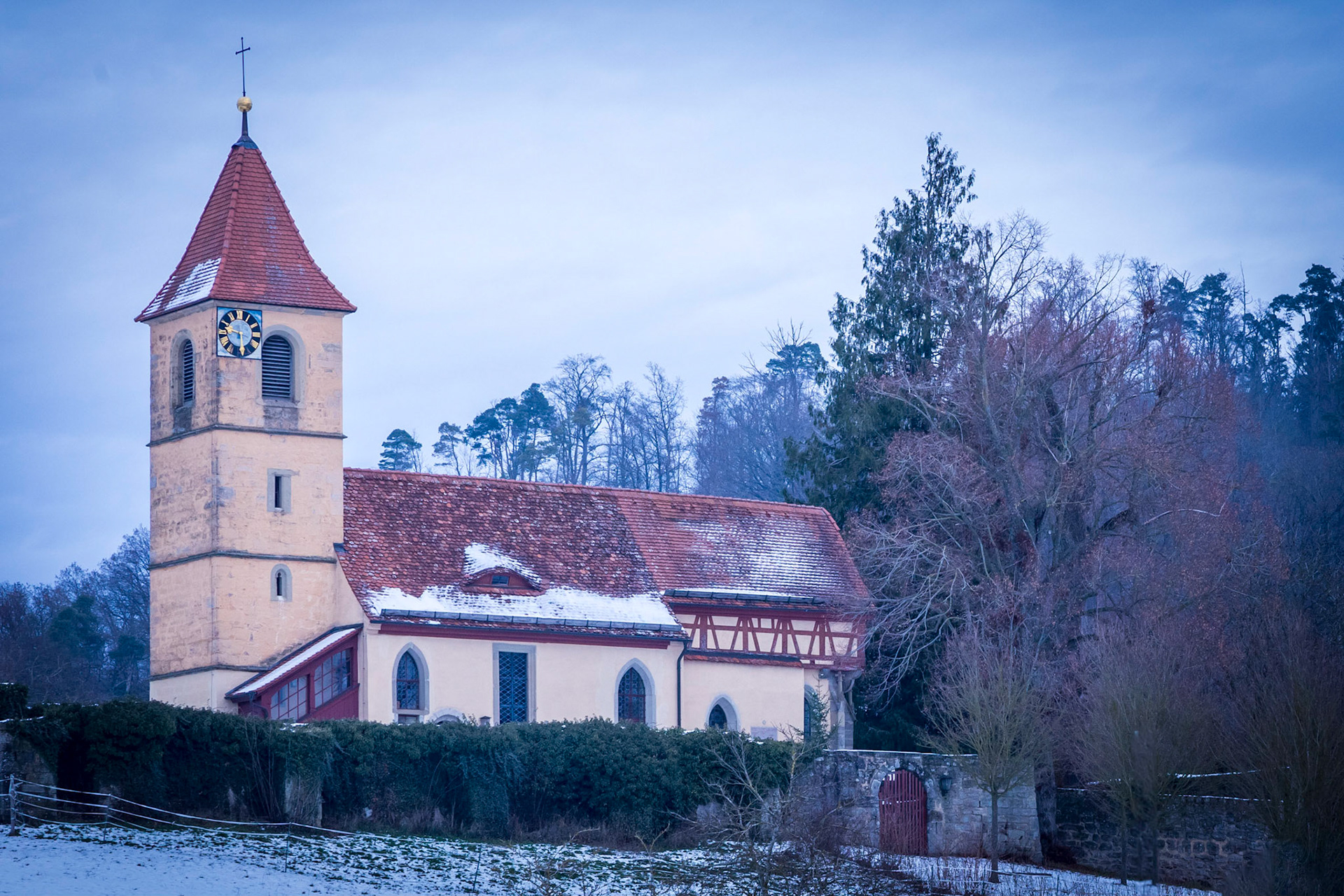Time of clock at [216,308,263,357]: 9:28
